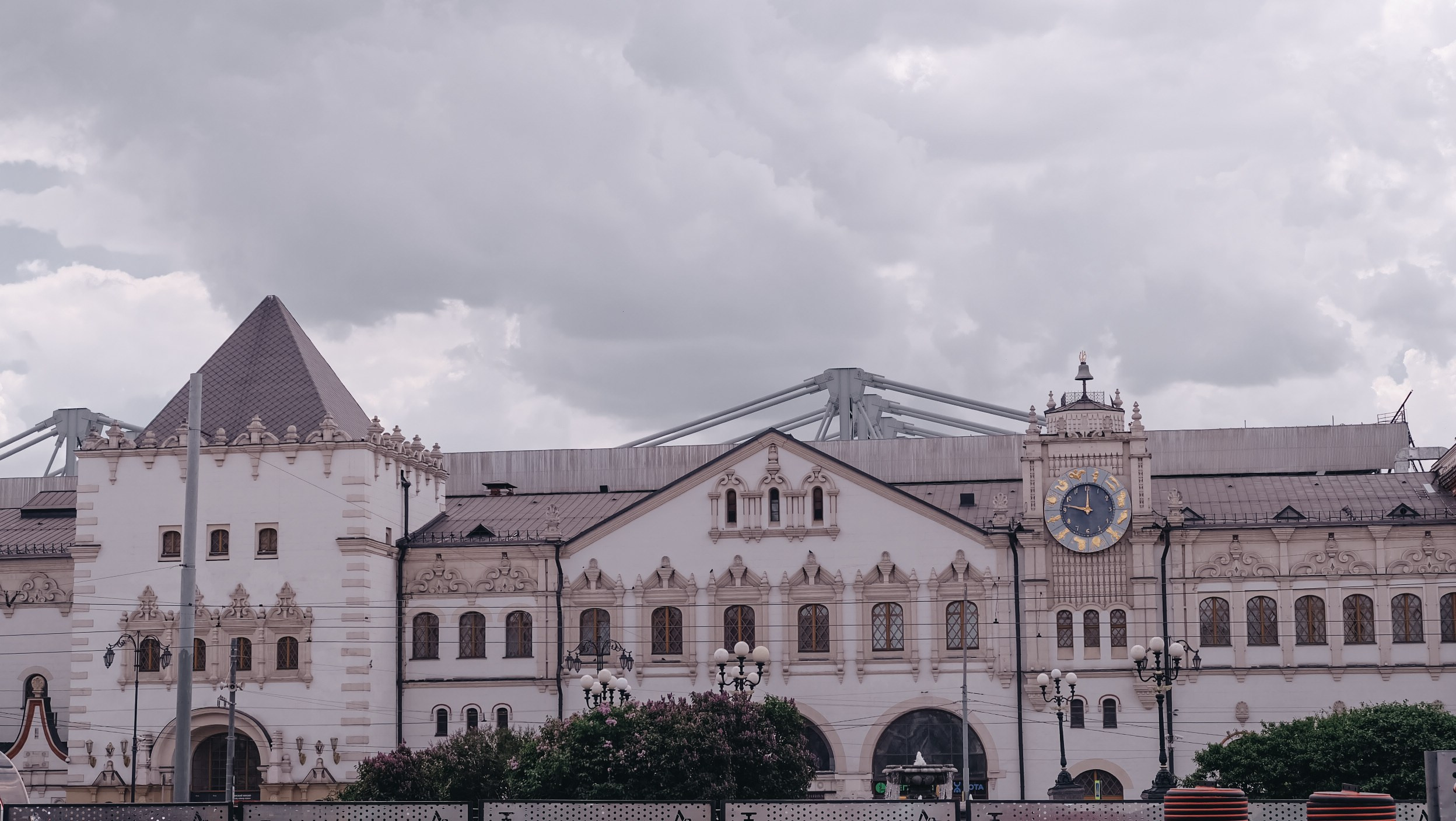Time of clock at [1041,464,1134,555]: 11:46
